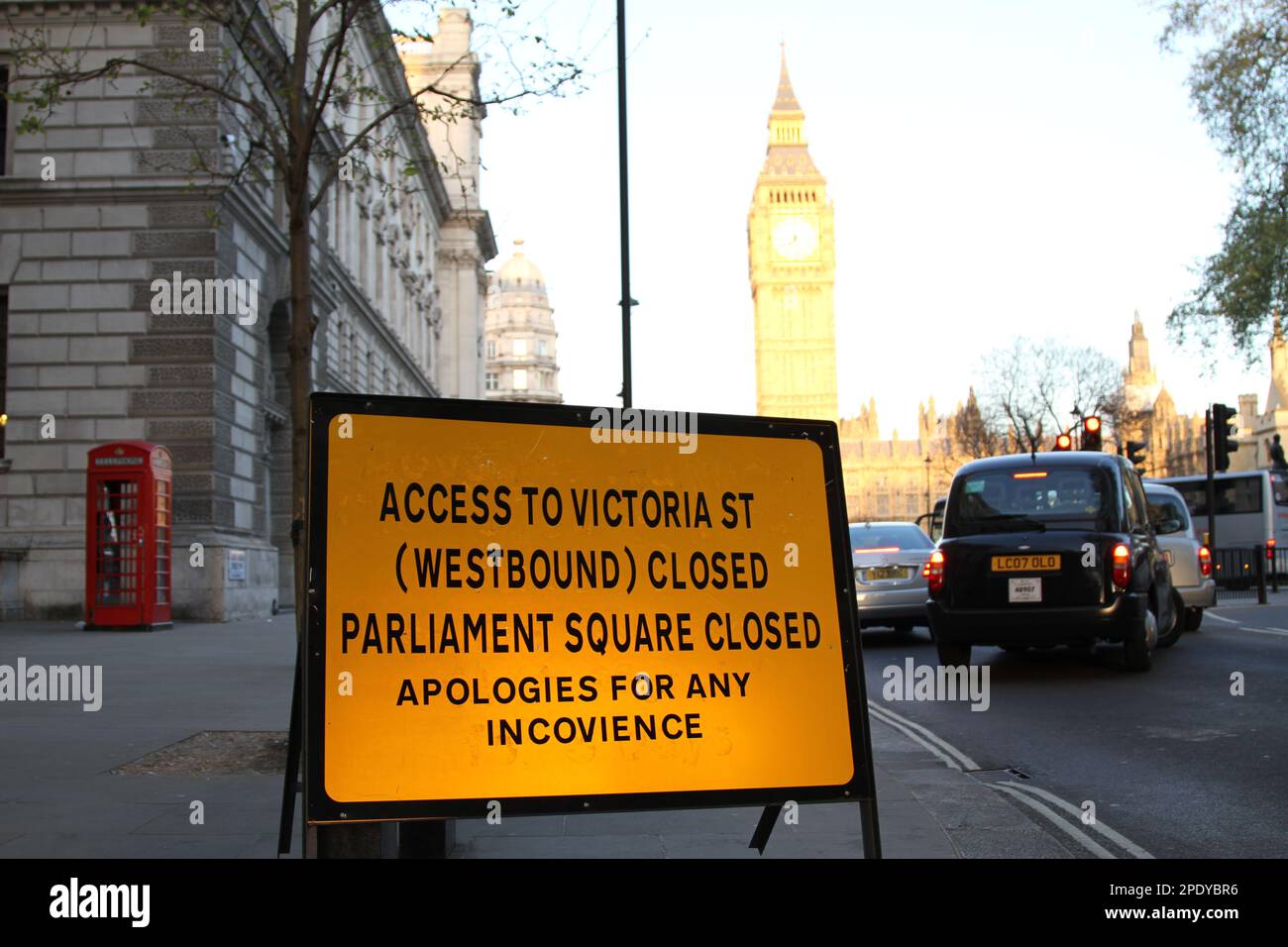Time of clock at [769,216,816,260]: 7:36
